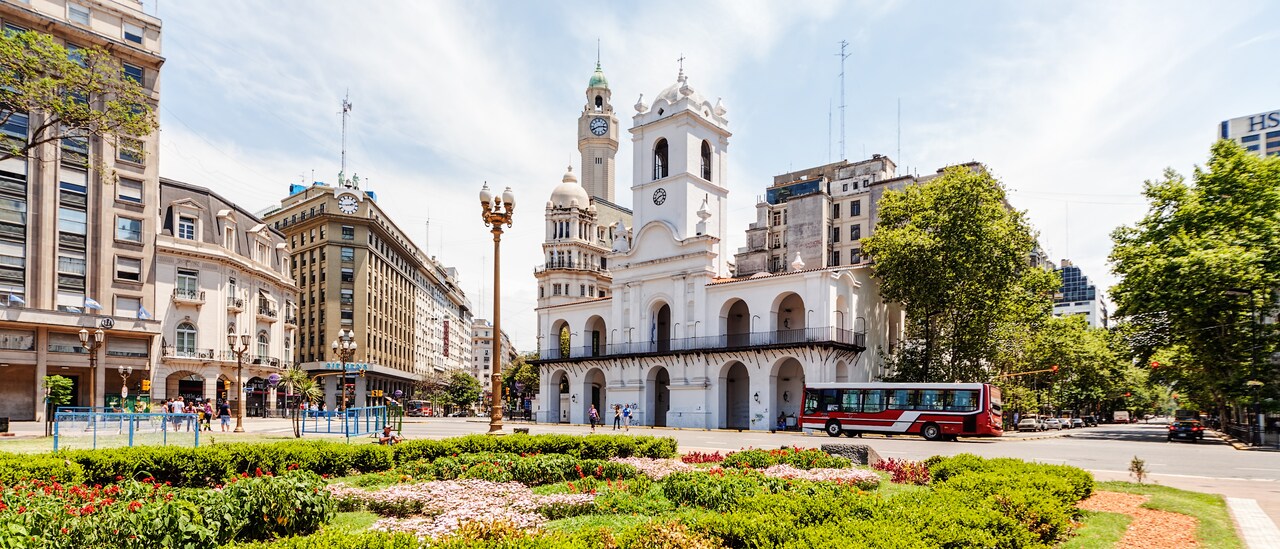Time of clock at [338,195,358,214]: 2:44
